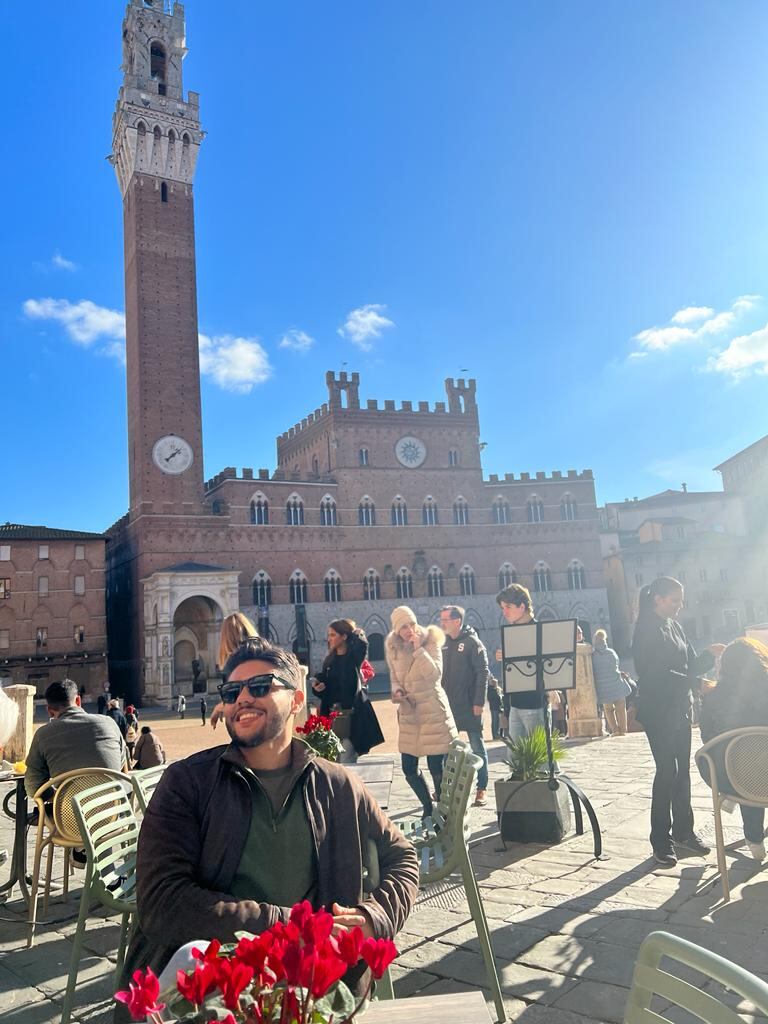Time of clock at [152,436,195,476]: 1:37
